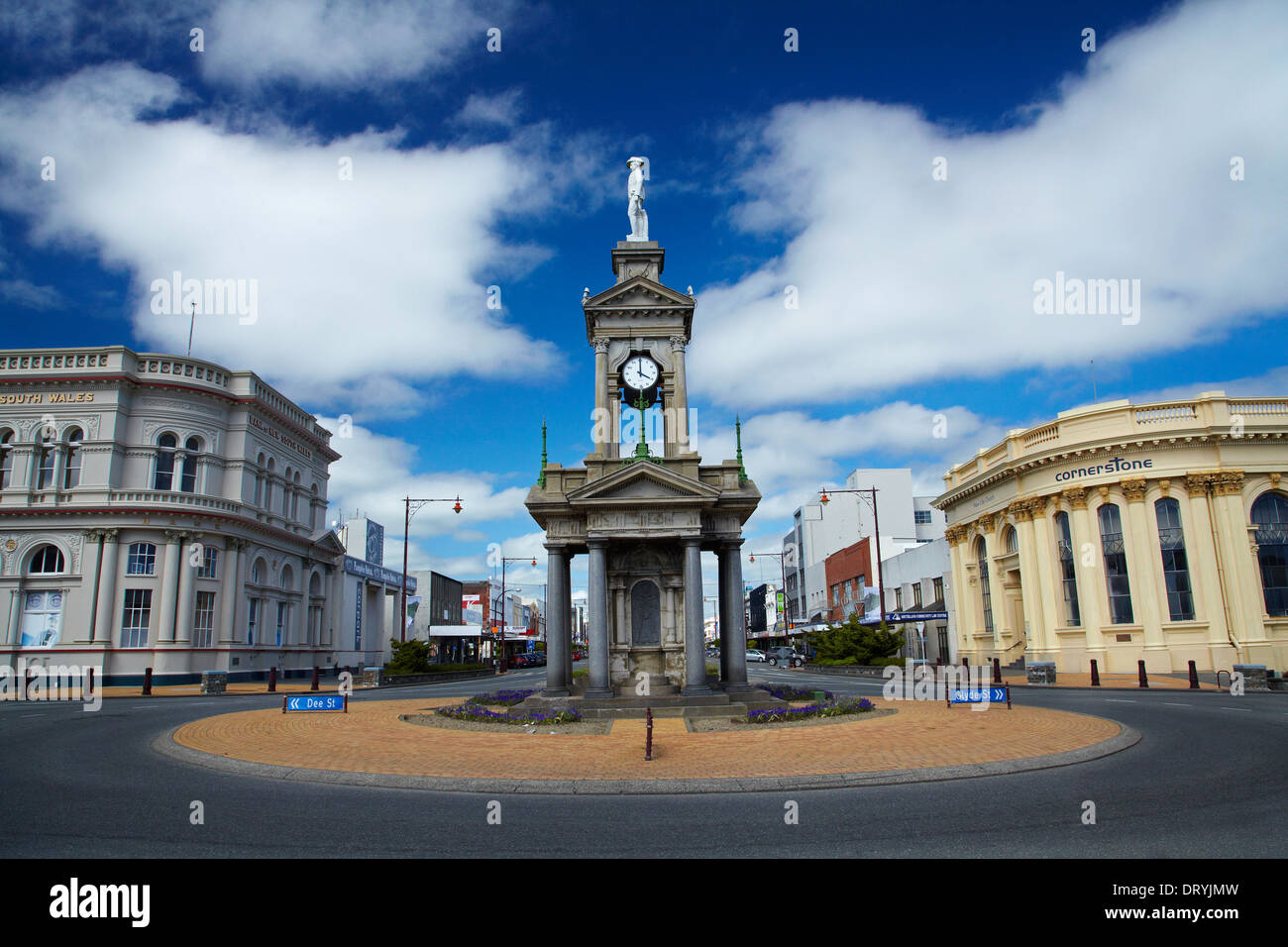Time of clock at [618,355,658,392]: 4:00
